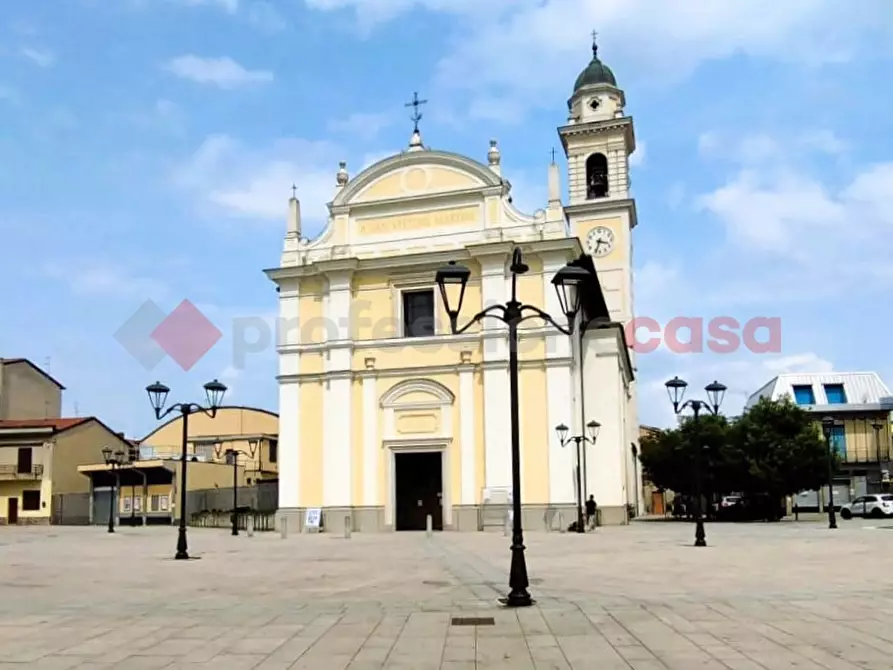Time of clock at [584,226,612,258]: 3:33
